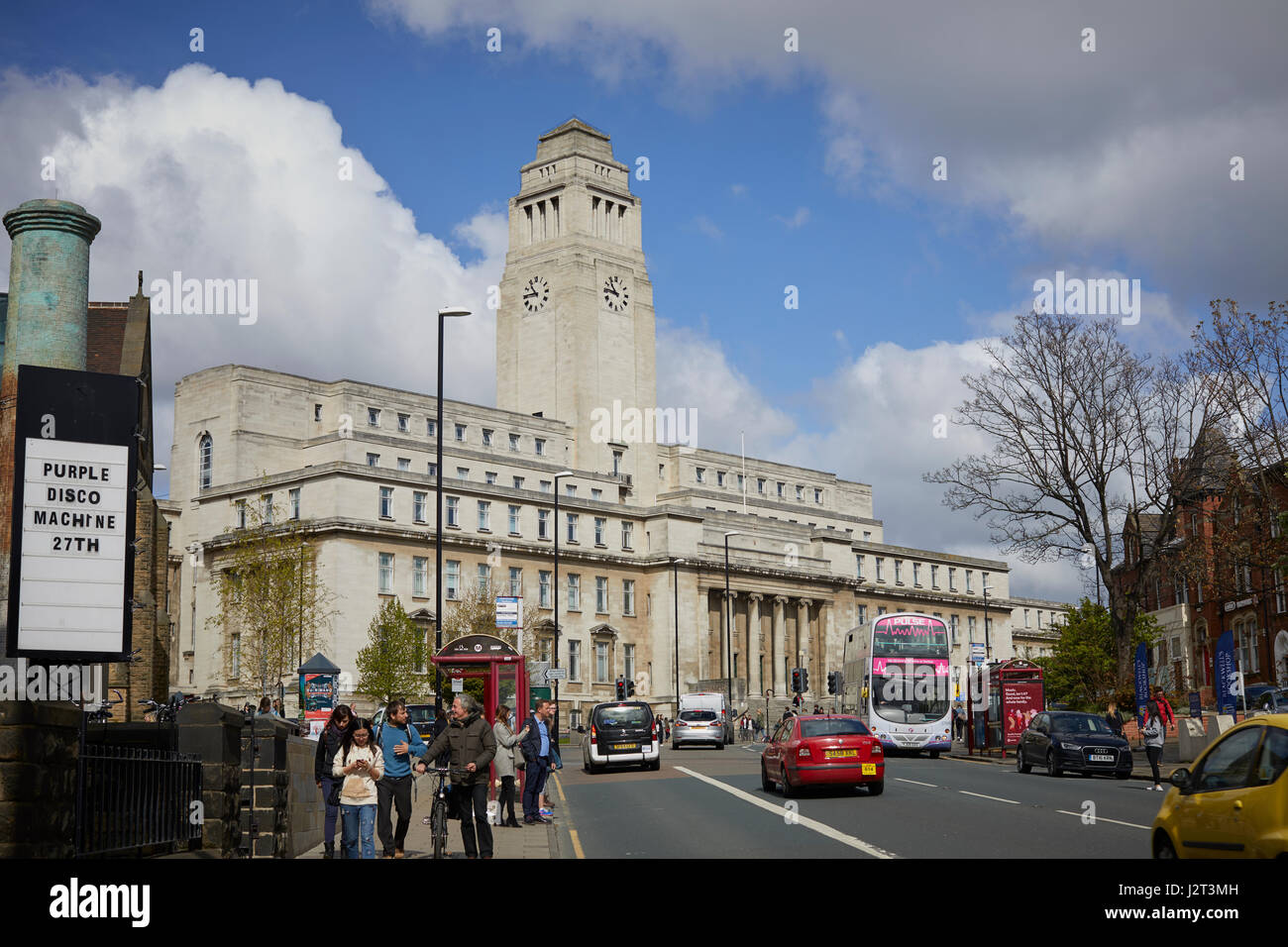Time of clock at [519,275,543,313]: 10:45
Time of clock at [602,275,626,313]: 10:46
